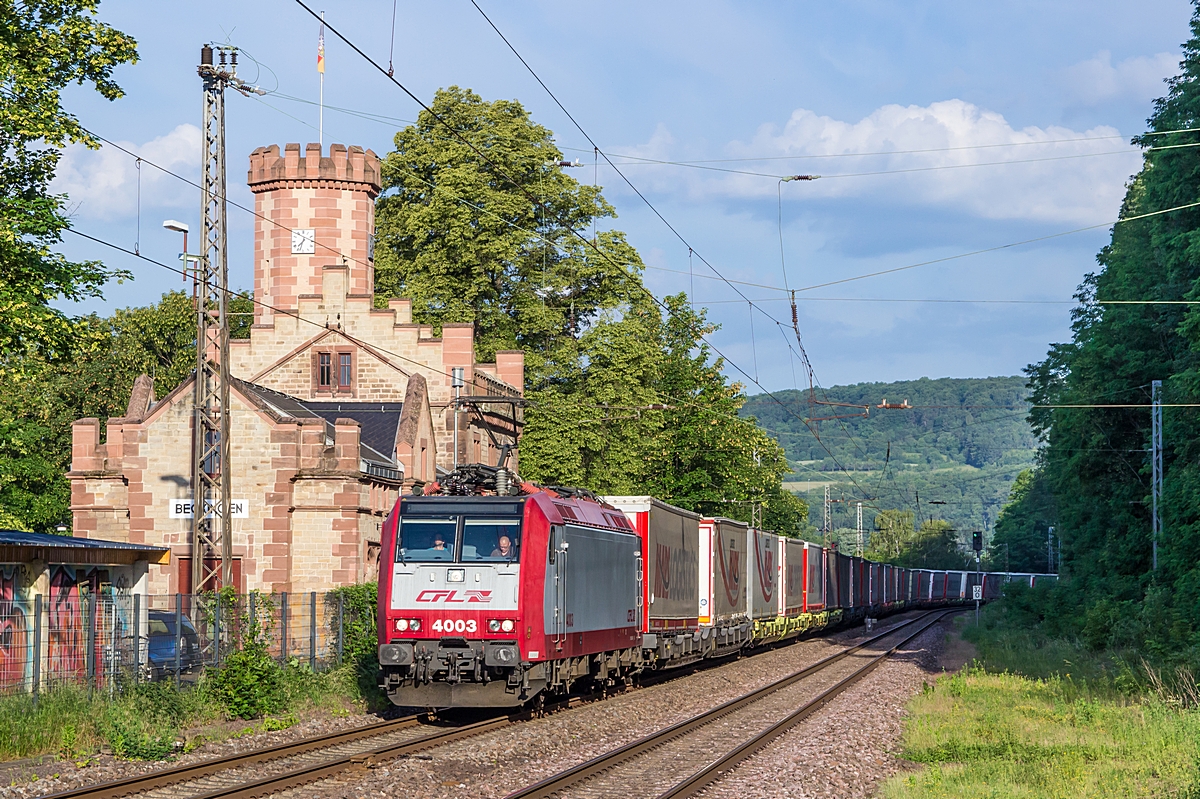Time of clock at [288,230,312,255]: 7:32
